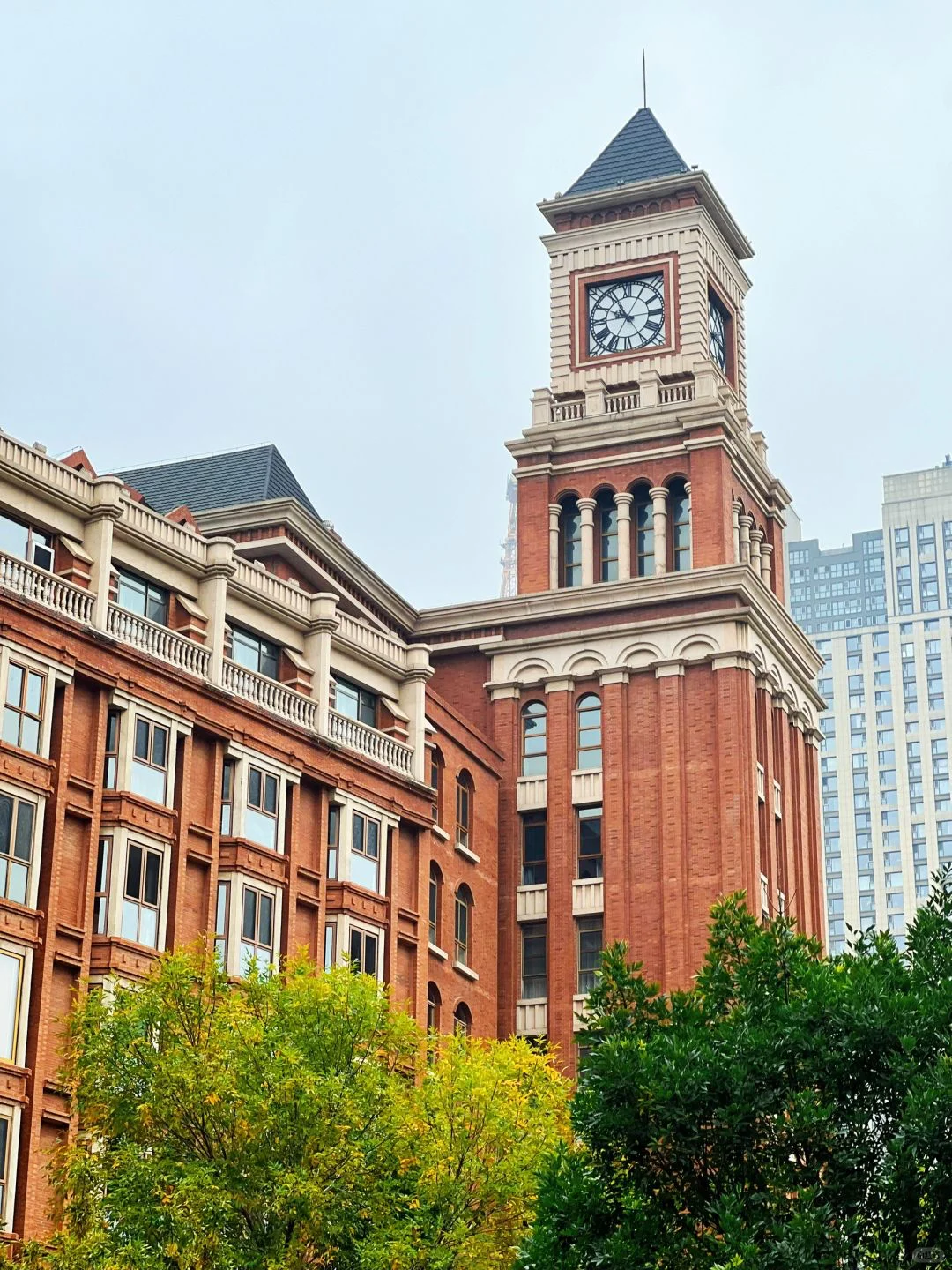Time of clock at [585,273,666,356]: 9:55
